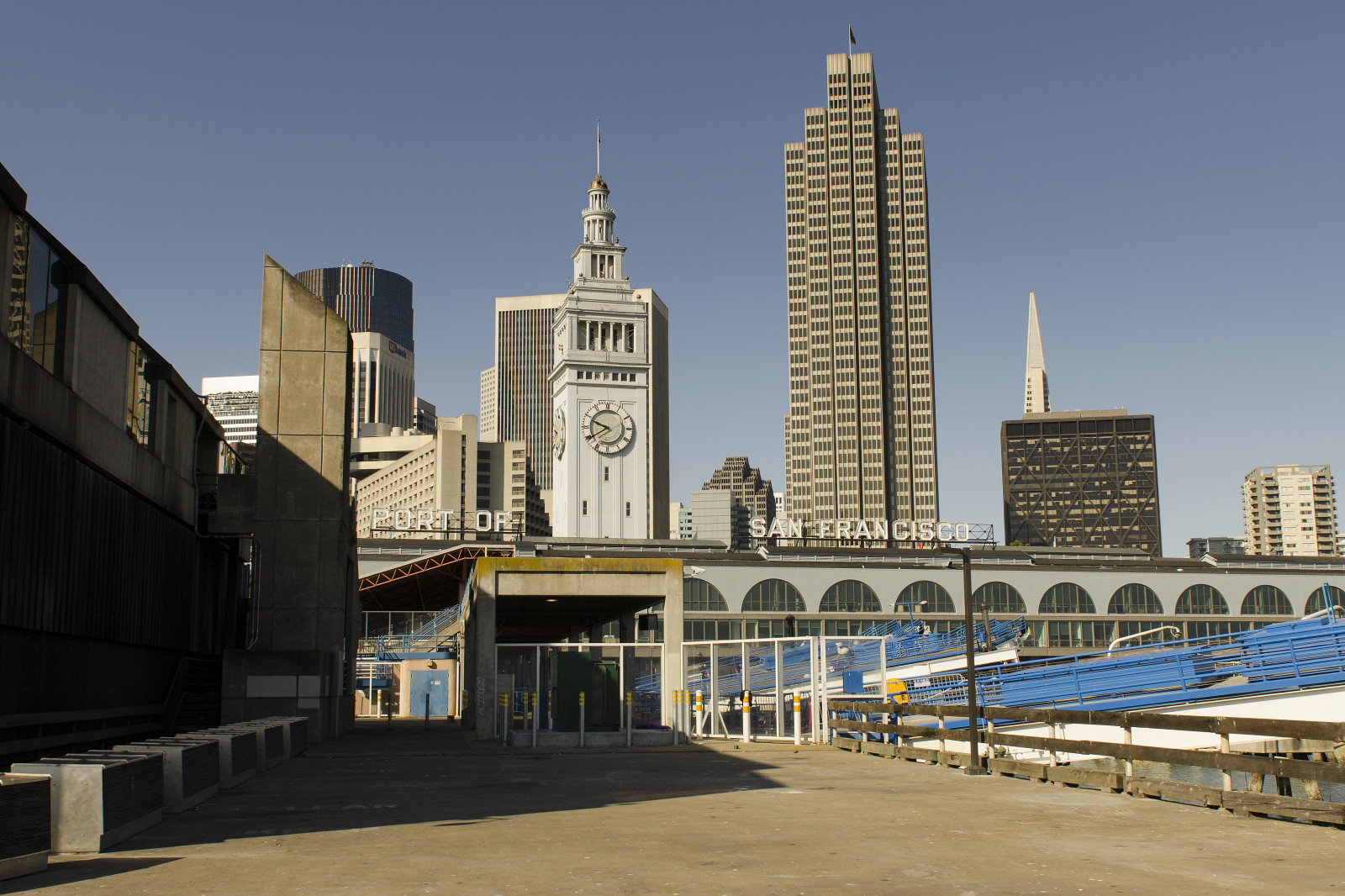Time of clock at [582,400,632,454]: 9:40
